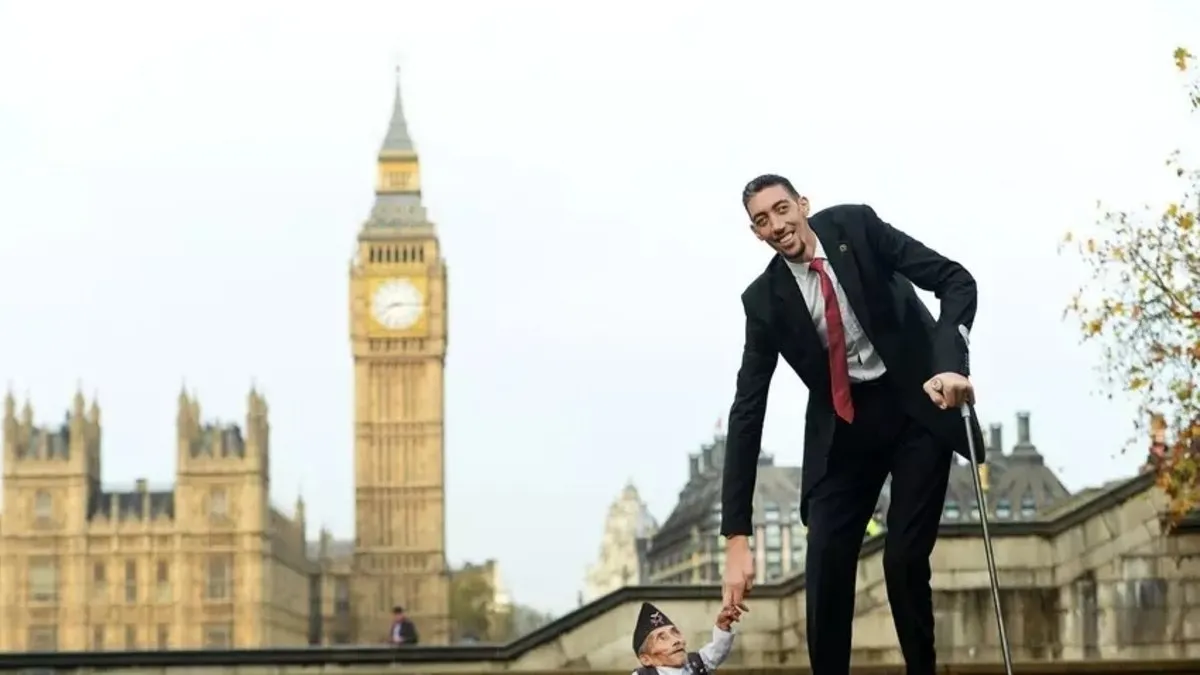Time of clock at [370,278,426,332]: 8:14
